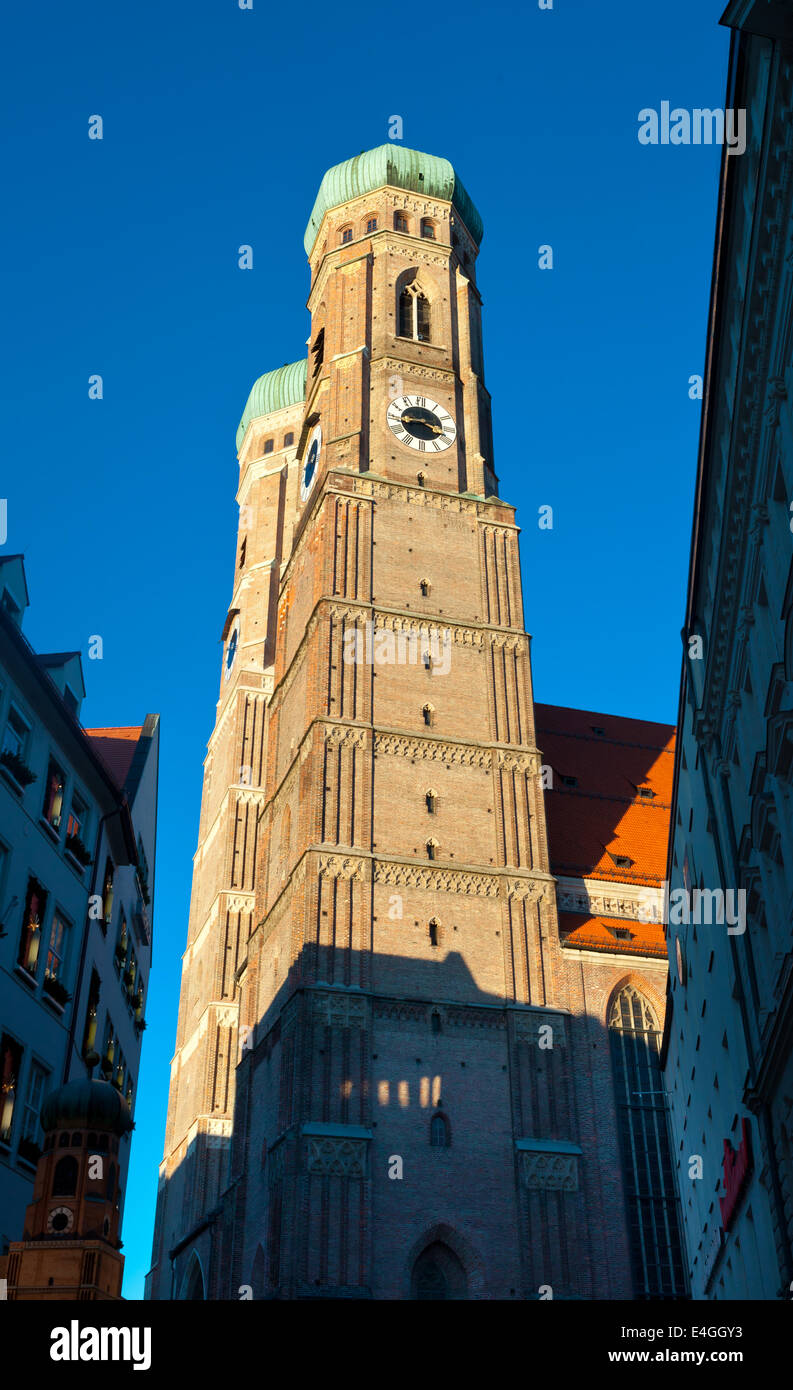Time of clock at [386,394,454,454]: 3:43
